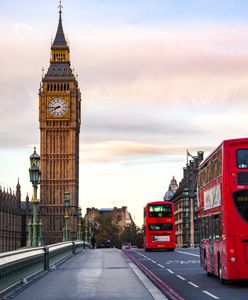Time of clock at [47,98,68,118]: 7:44
